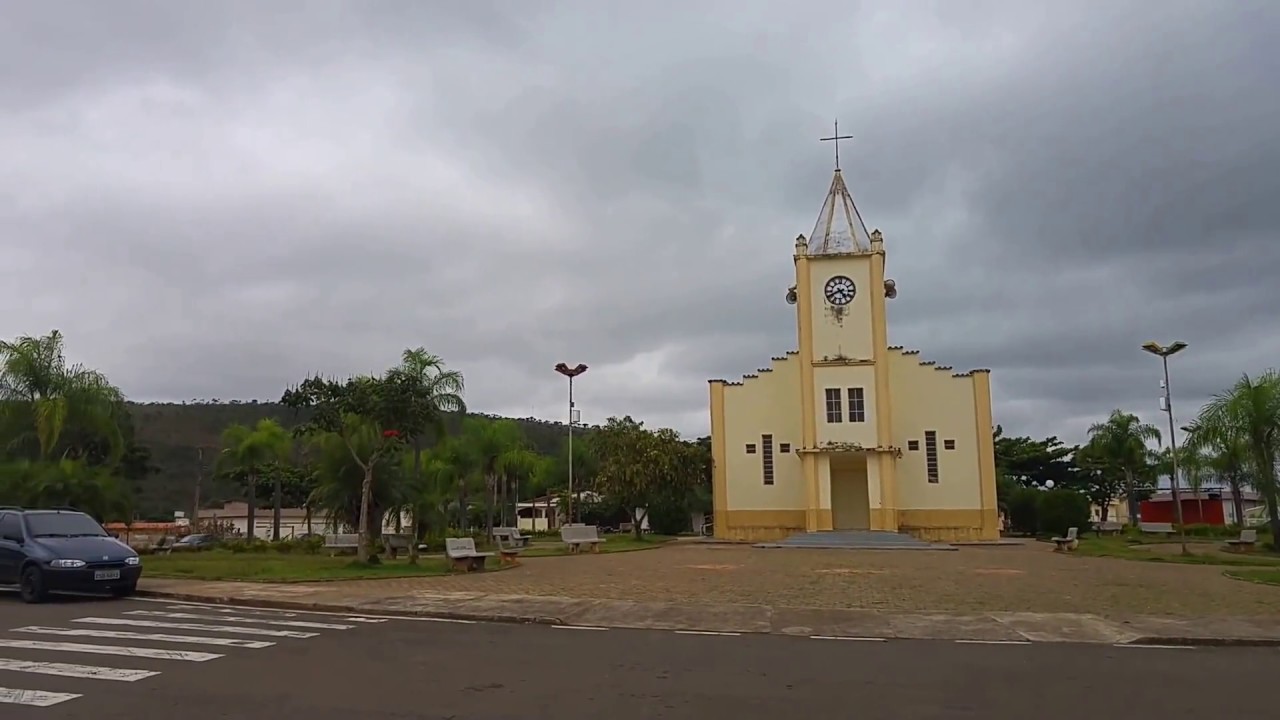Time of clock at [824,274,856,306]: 4:40
